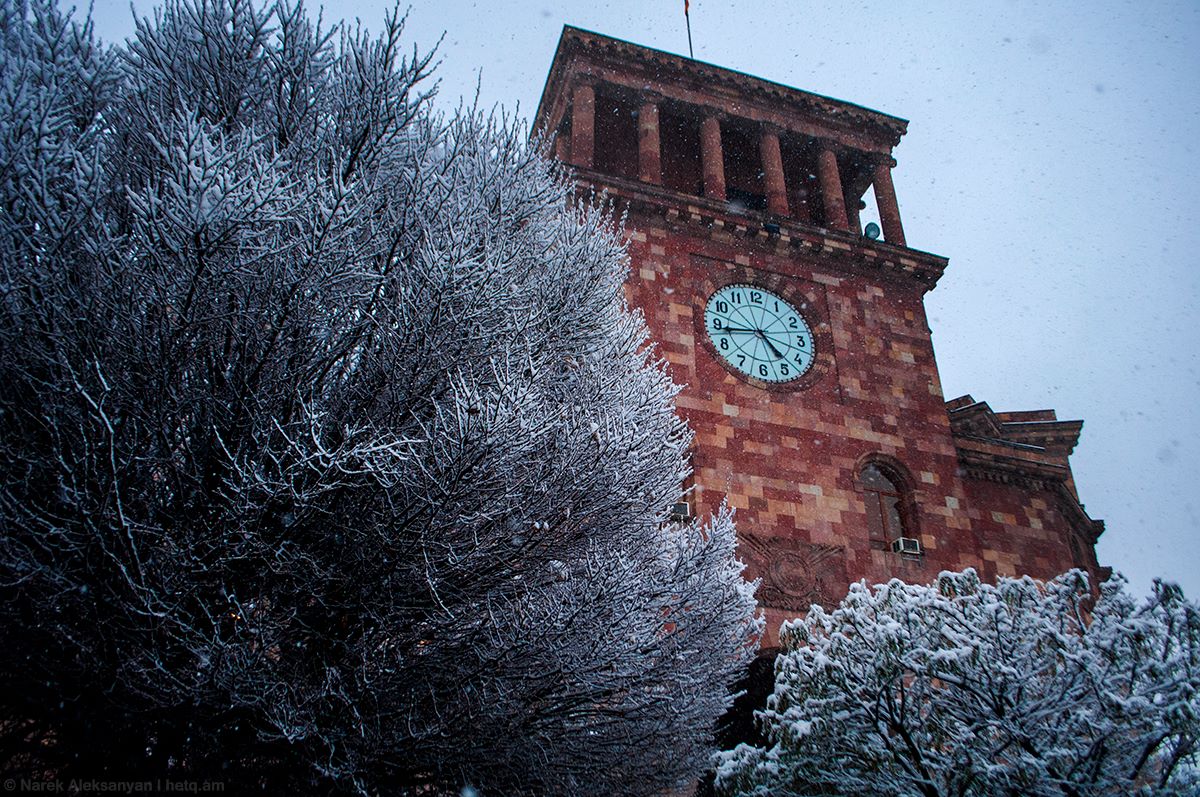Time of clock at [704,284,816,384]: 4:43
